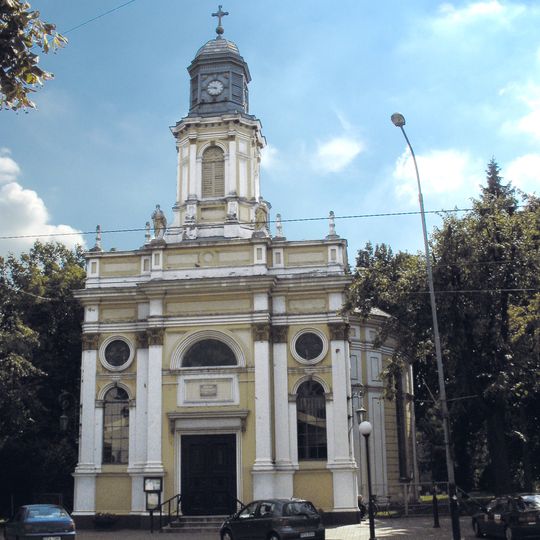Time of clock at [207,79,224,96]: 9:45
